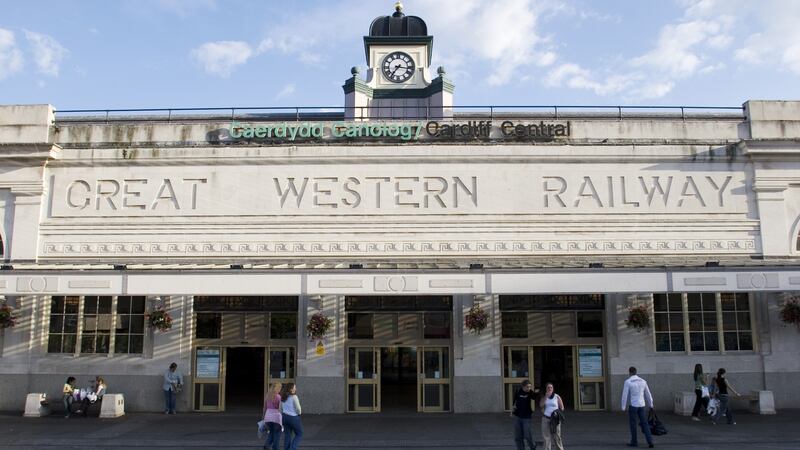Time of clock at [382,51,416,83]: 7:16
